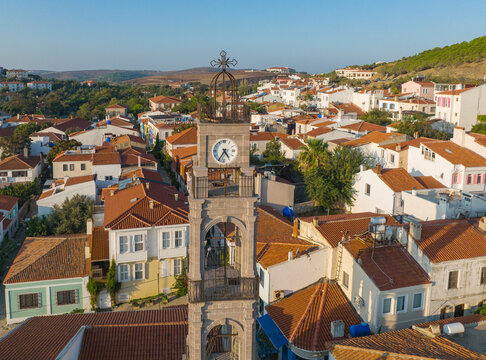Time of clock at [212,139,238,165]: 4:35
